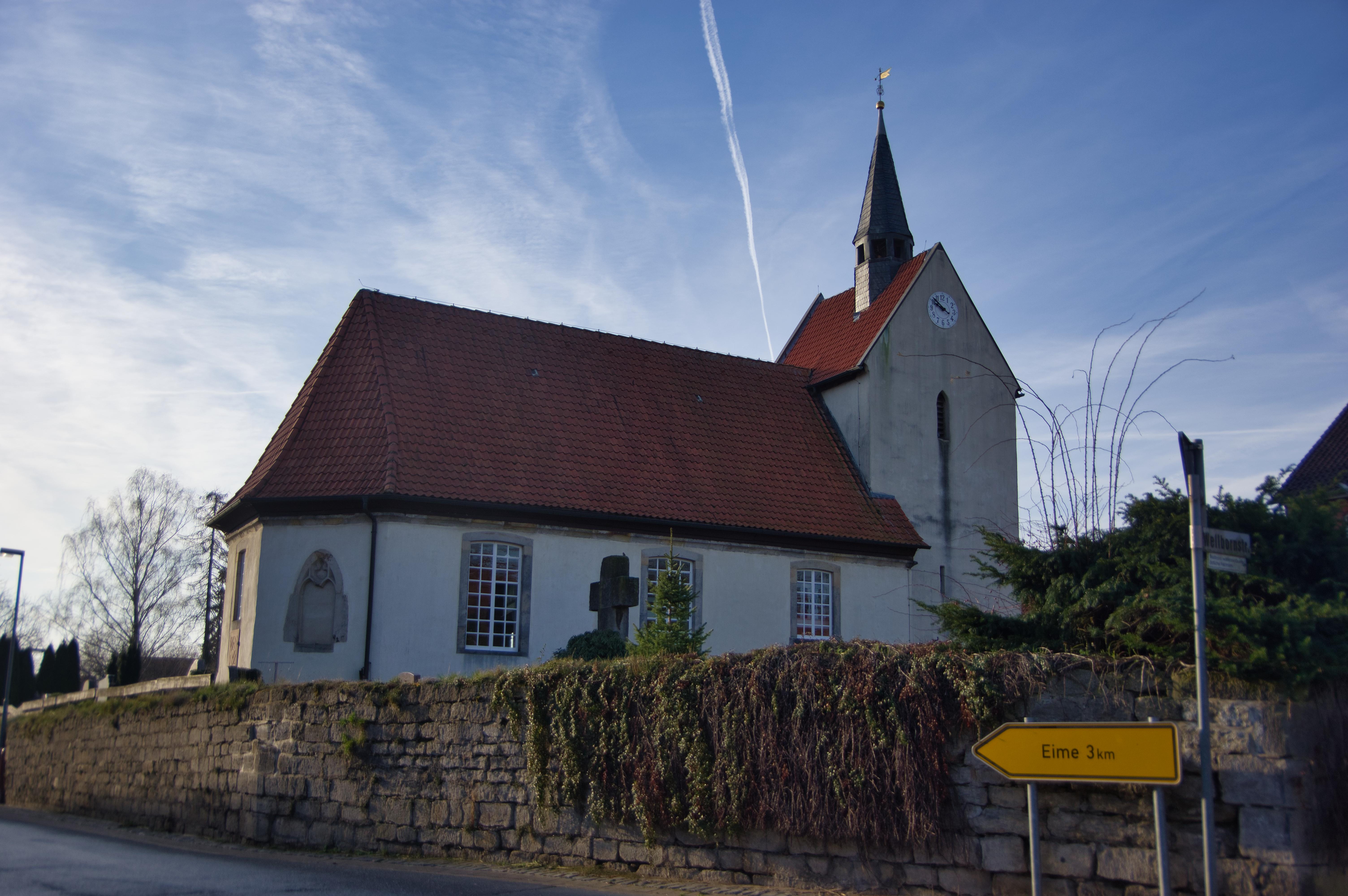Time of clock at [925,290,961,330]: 9:51
